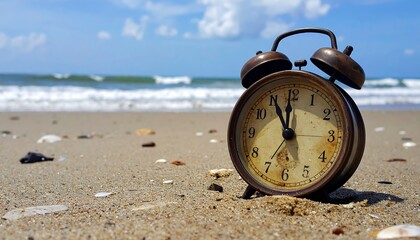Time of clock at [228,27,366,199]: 11:55
